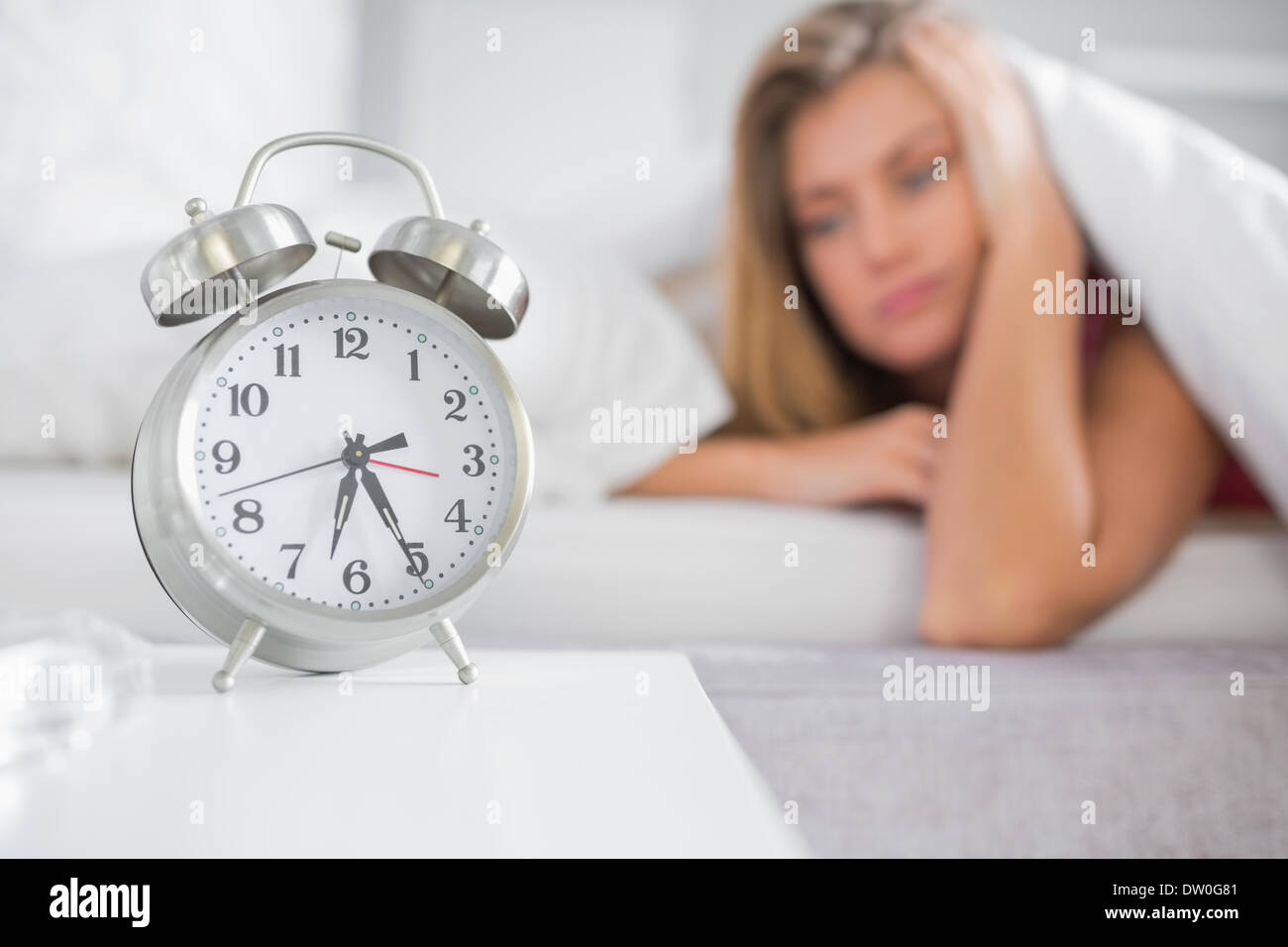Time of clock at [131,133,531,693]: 6:25
